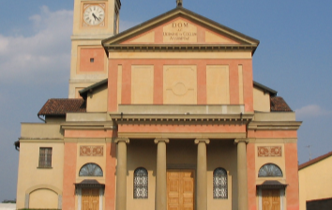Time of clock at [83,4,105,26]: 5:22
